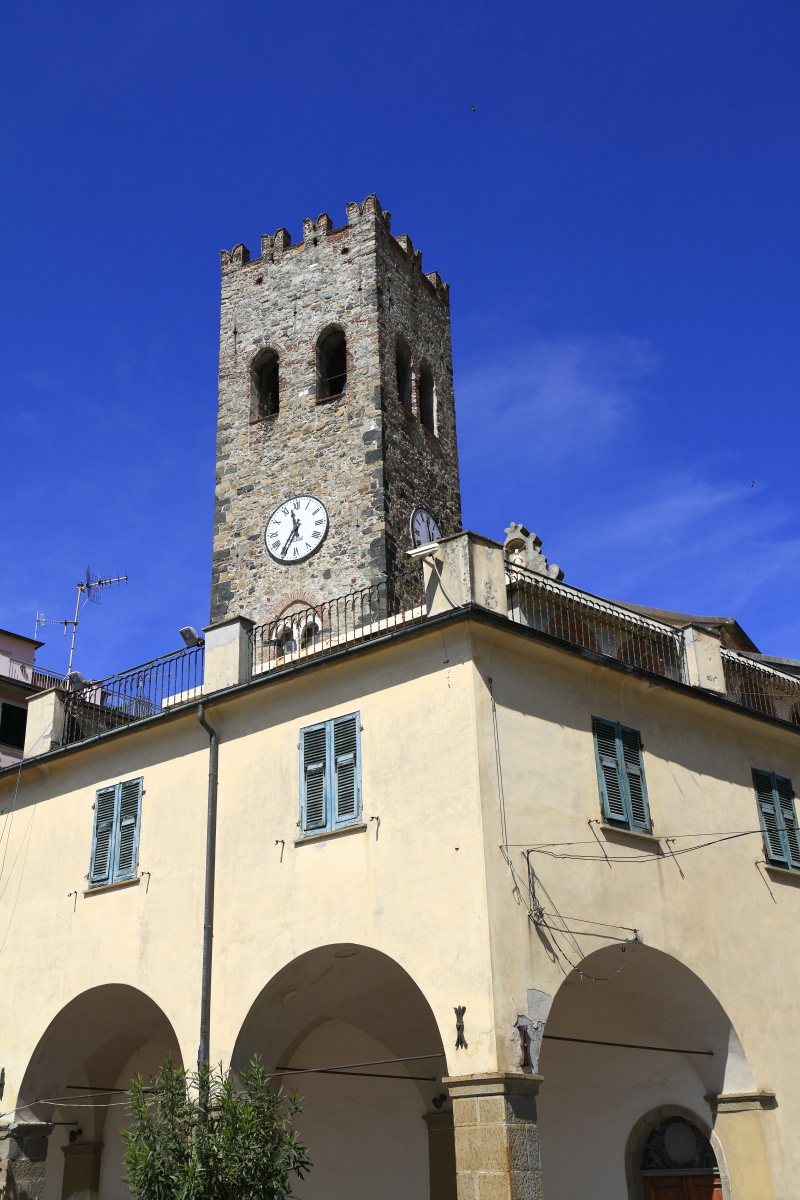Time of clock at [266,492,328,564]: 11:35
